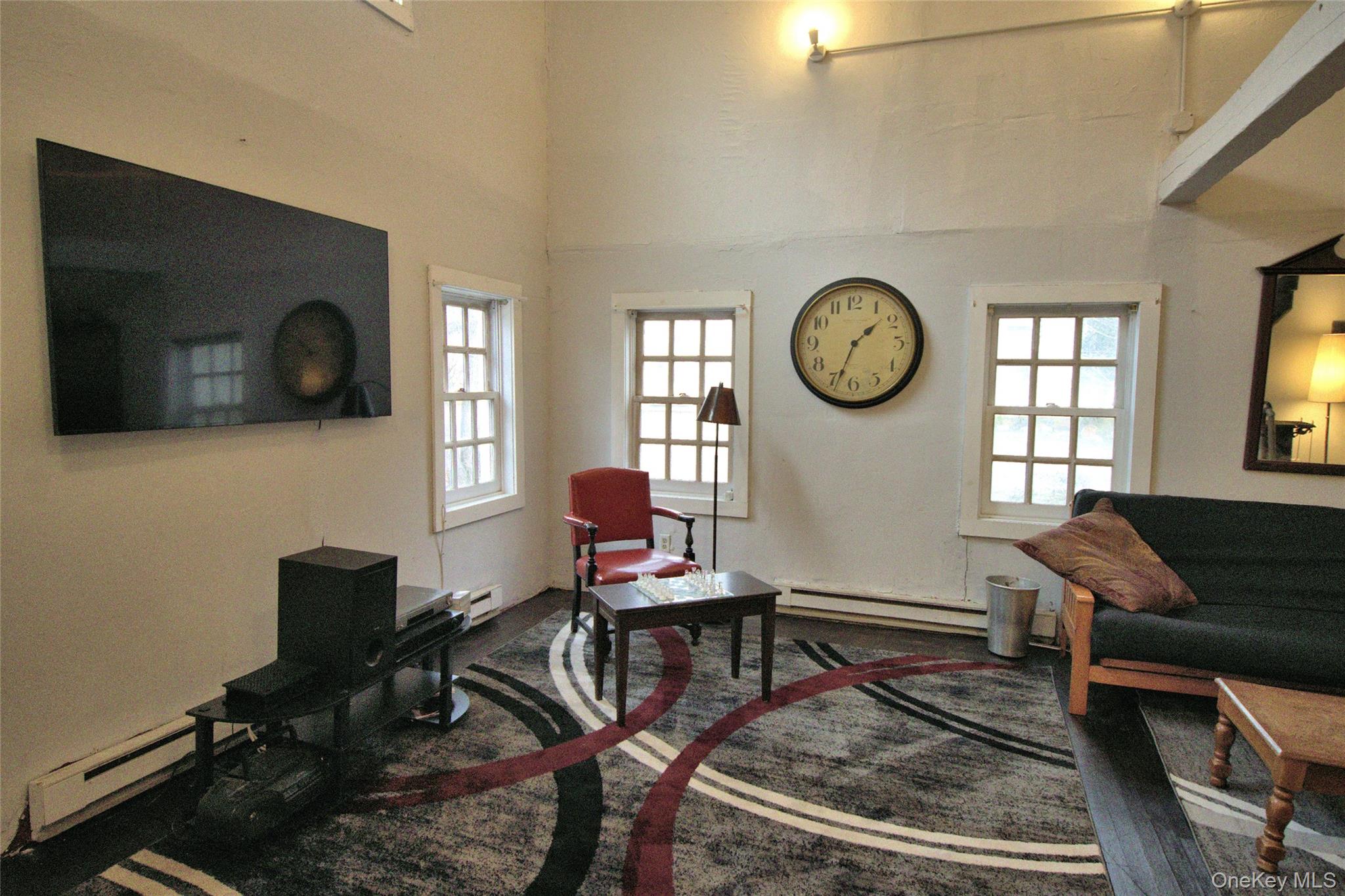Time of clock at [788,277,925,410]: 1:33
